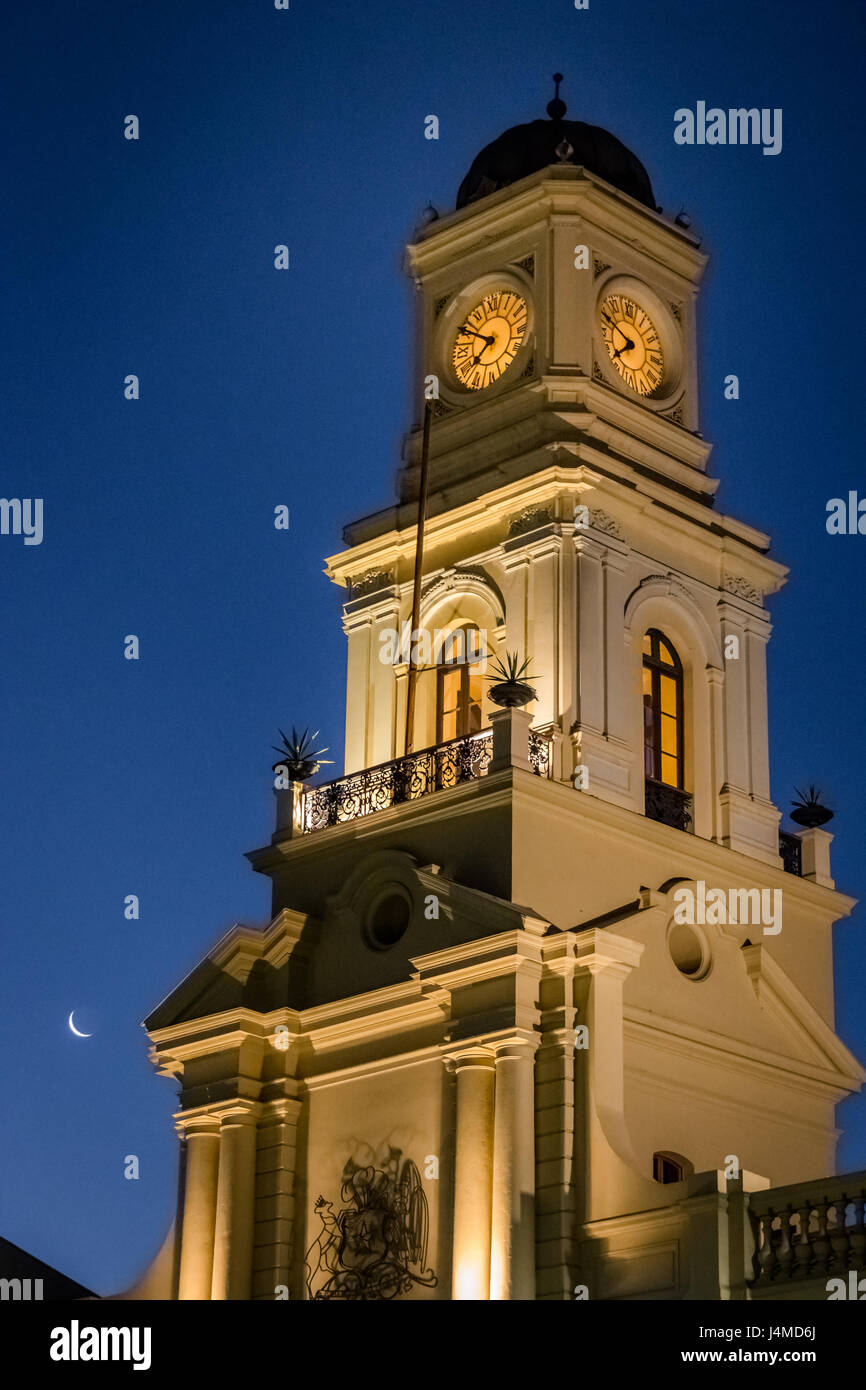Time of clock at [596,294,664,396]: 7:49
